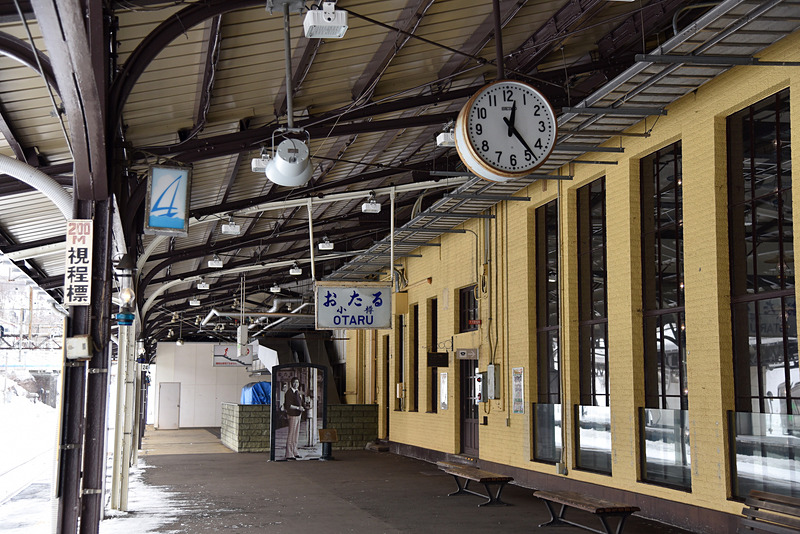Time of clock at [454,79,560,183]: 12:23
